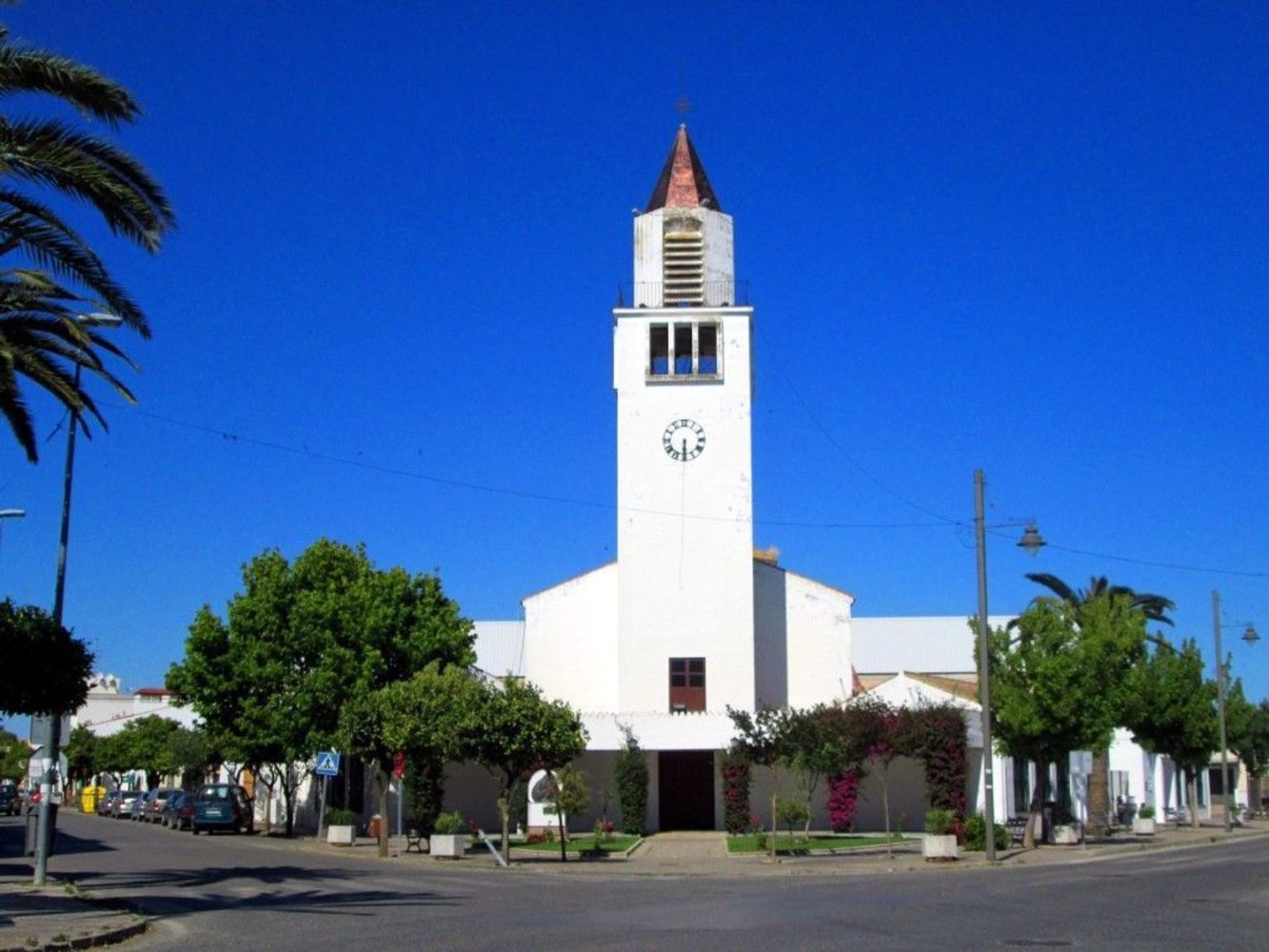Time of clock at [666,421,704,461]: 6:29
